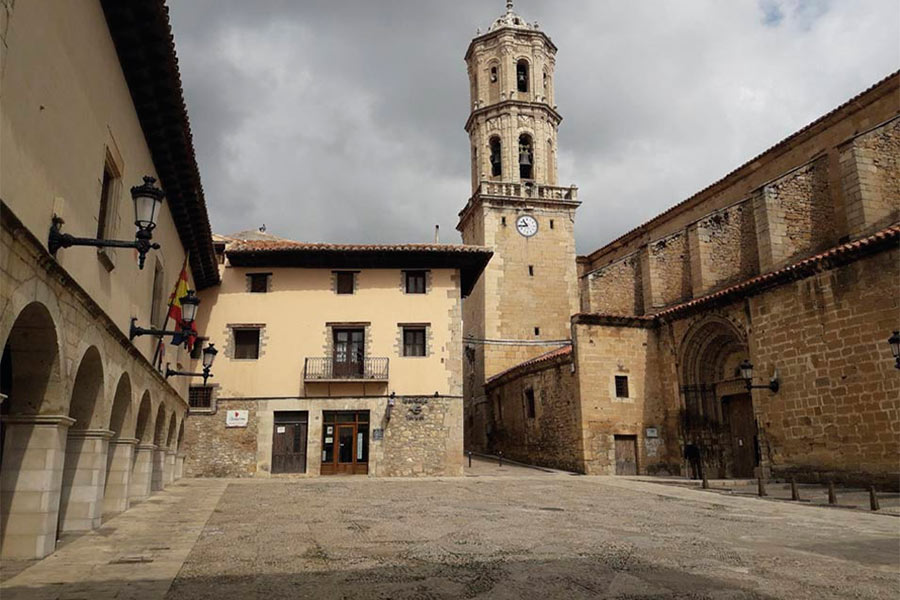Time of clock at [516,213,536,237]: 10:43
